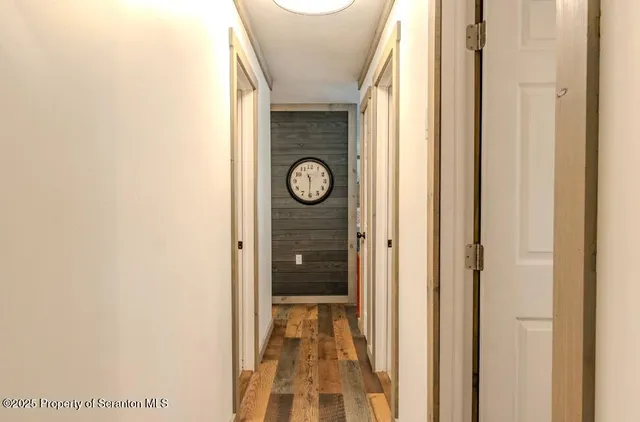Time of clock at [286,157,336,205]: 11:30
